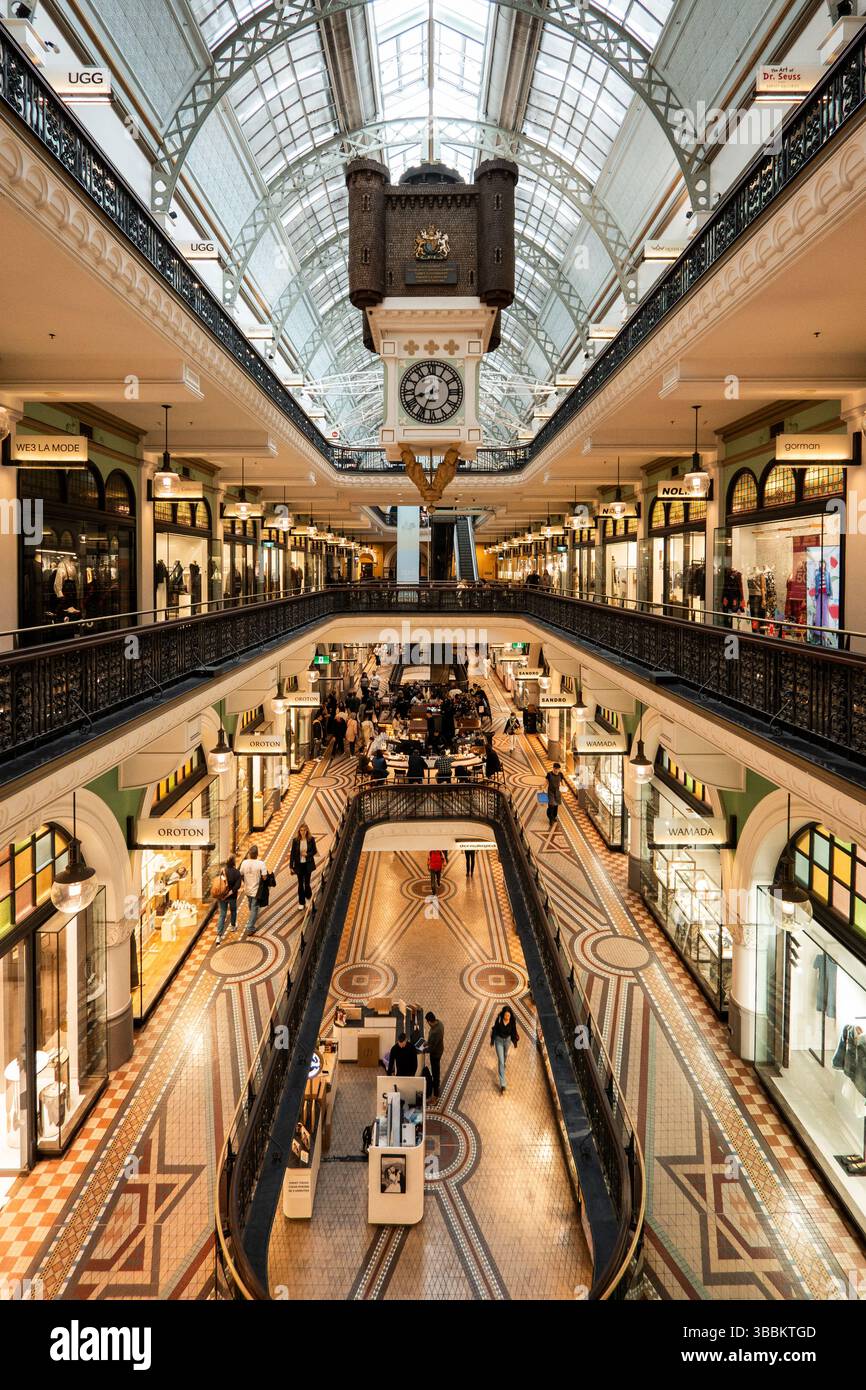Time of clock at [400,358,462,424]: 8:34
